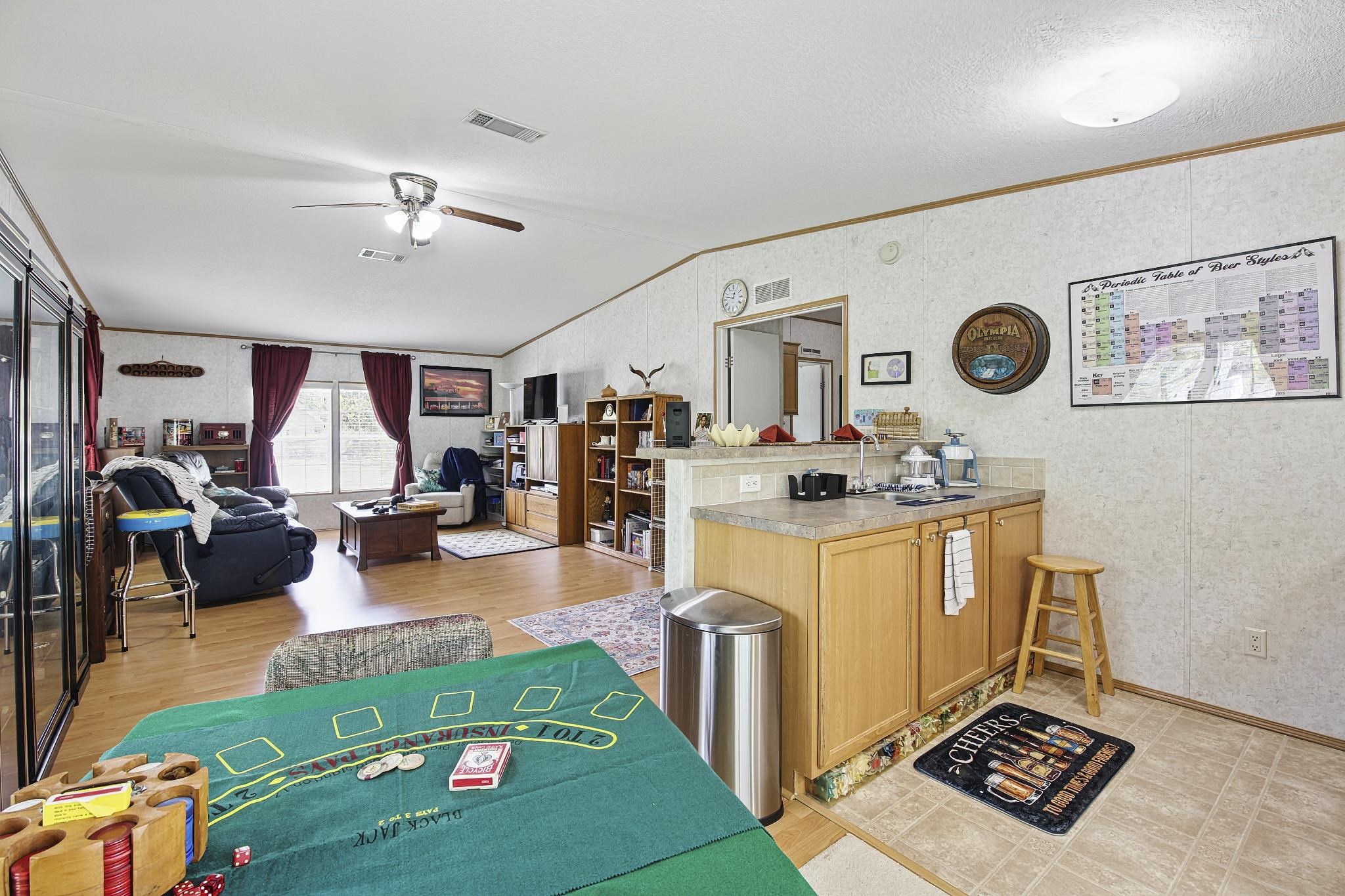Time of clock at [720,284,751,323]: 12:46
